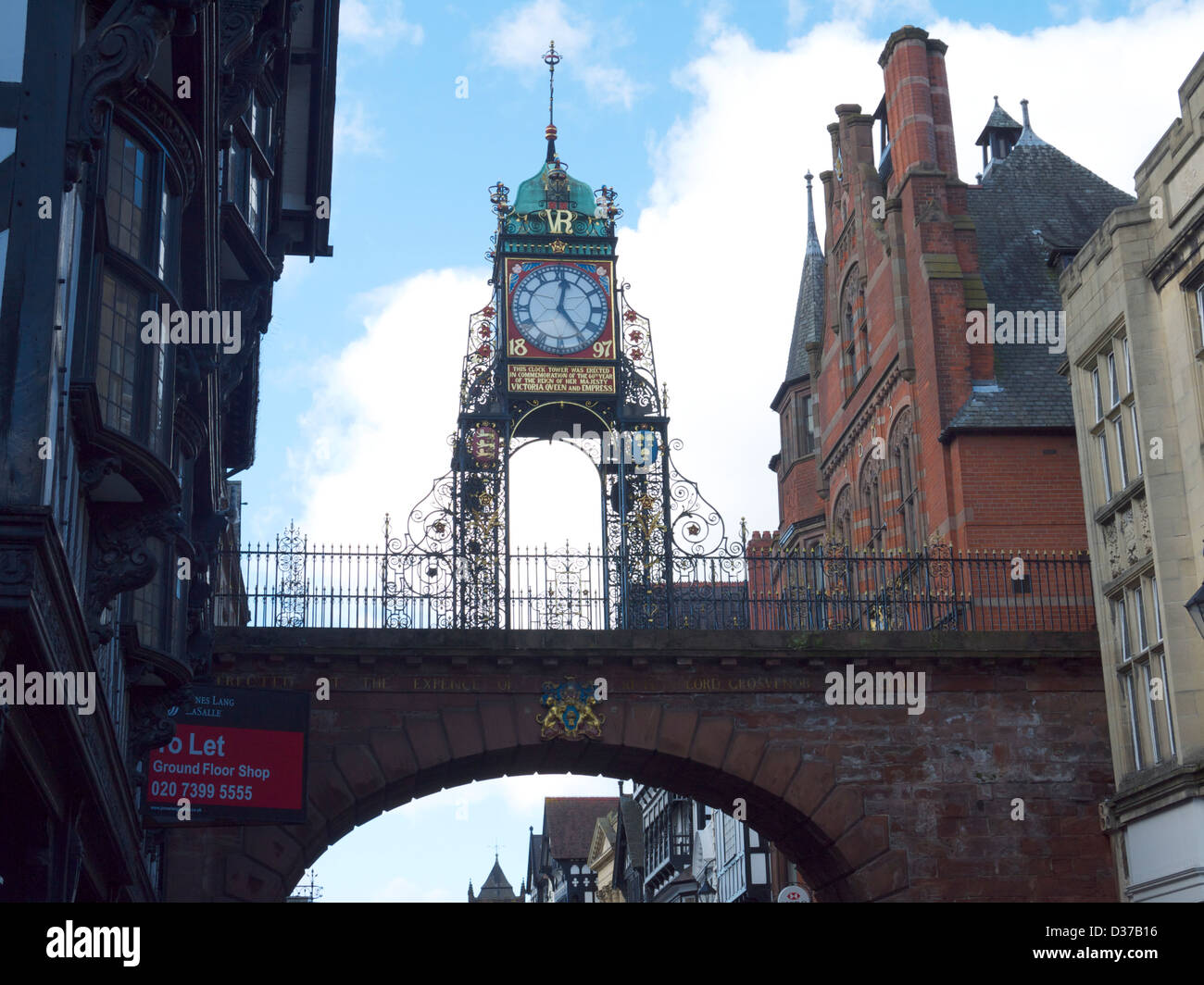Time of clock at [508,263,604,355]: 12:23
